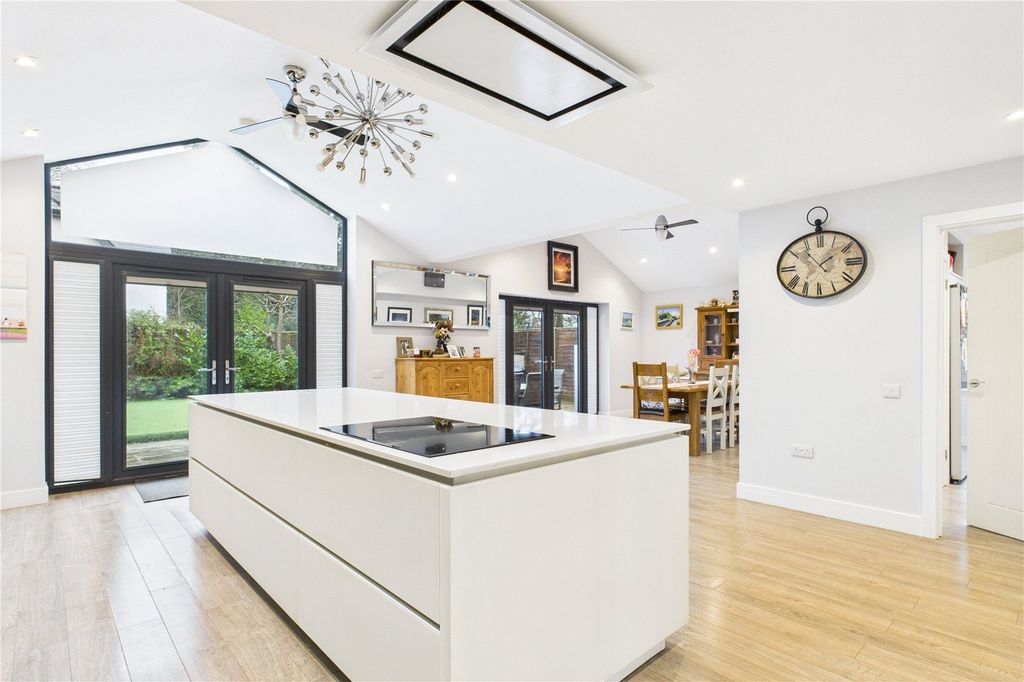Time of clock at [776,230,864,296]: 1:53
